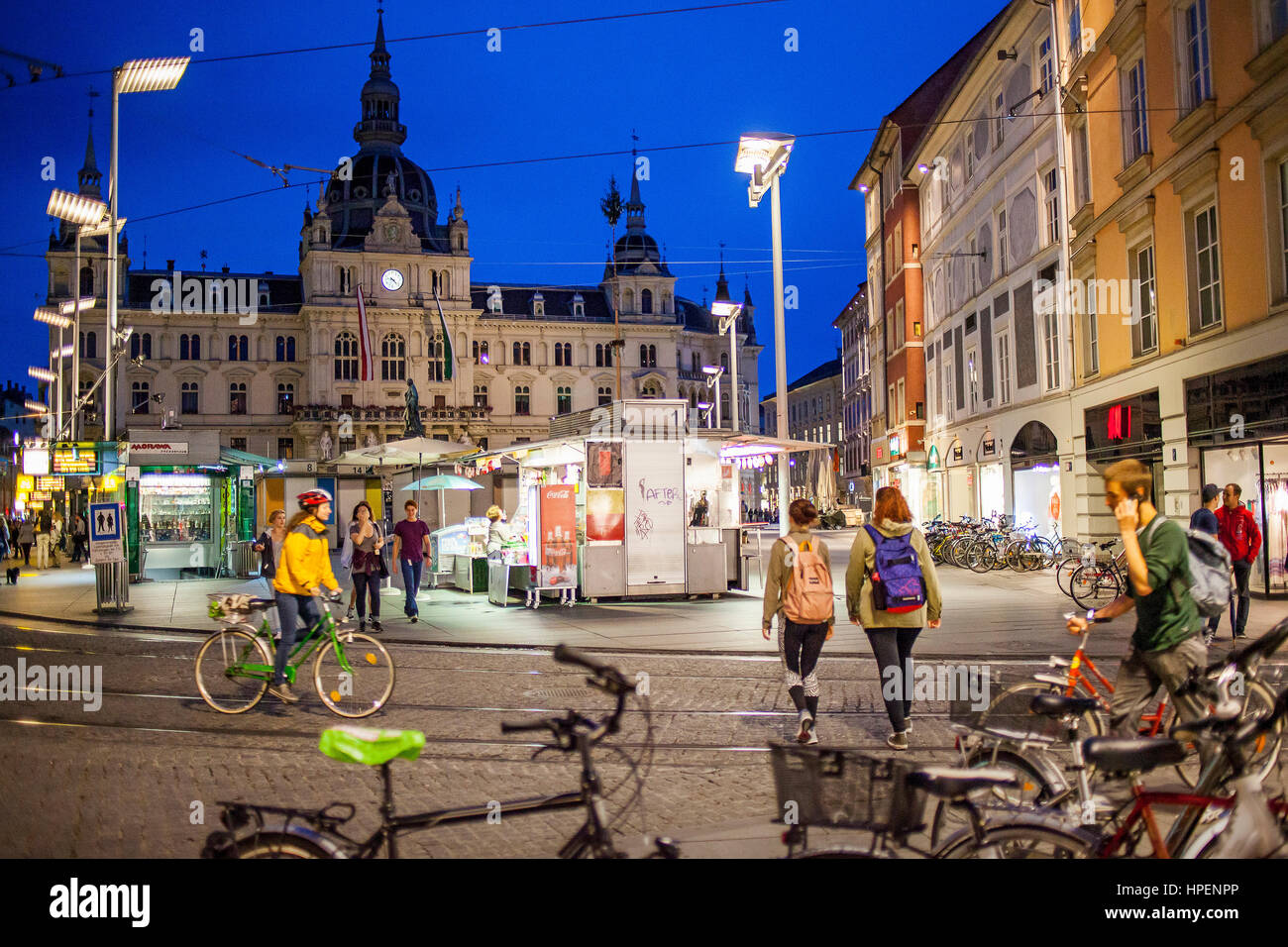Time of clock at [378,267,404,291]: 4:22
